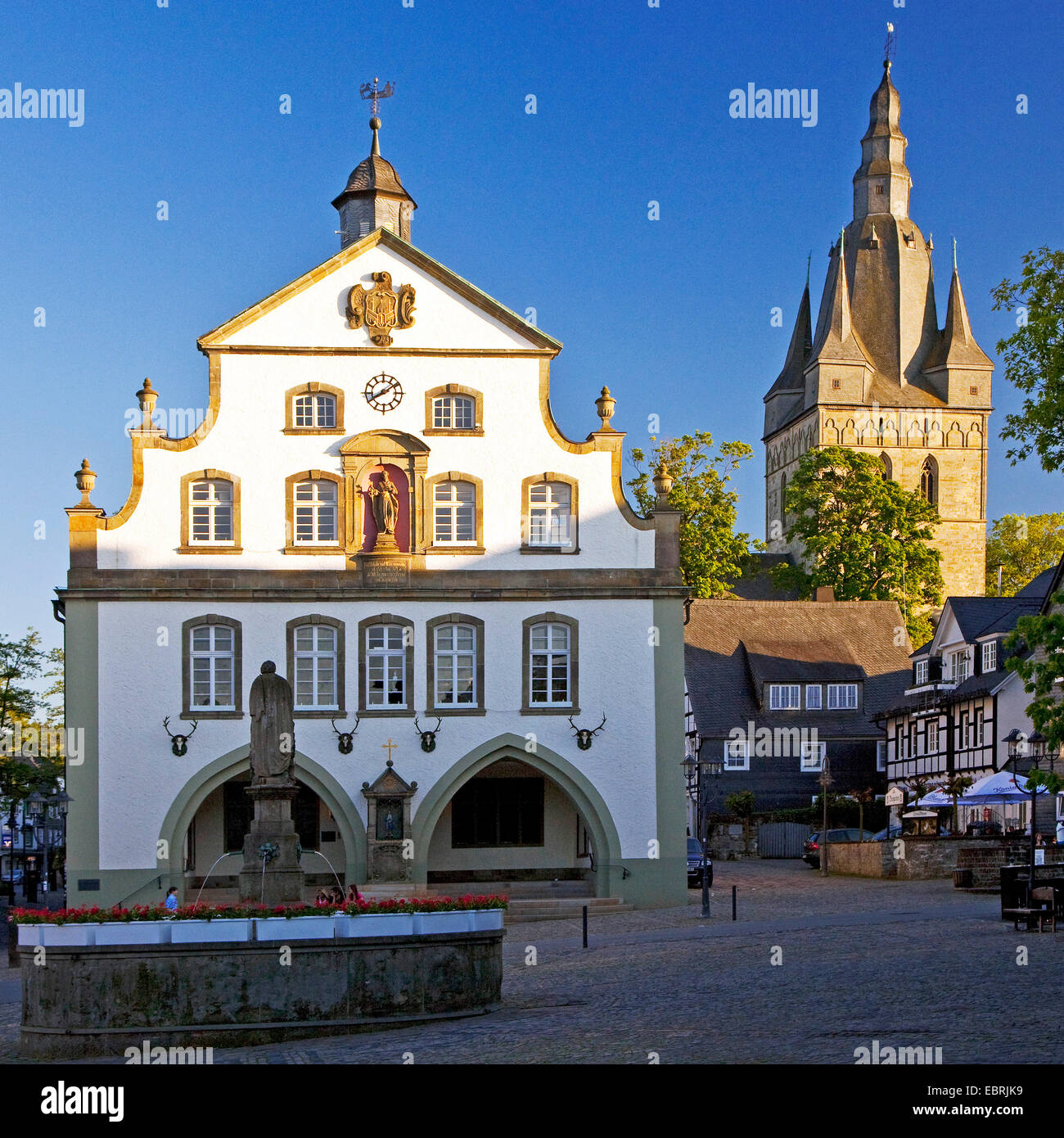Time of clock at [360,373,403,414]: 8:09
